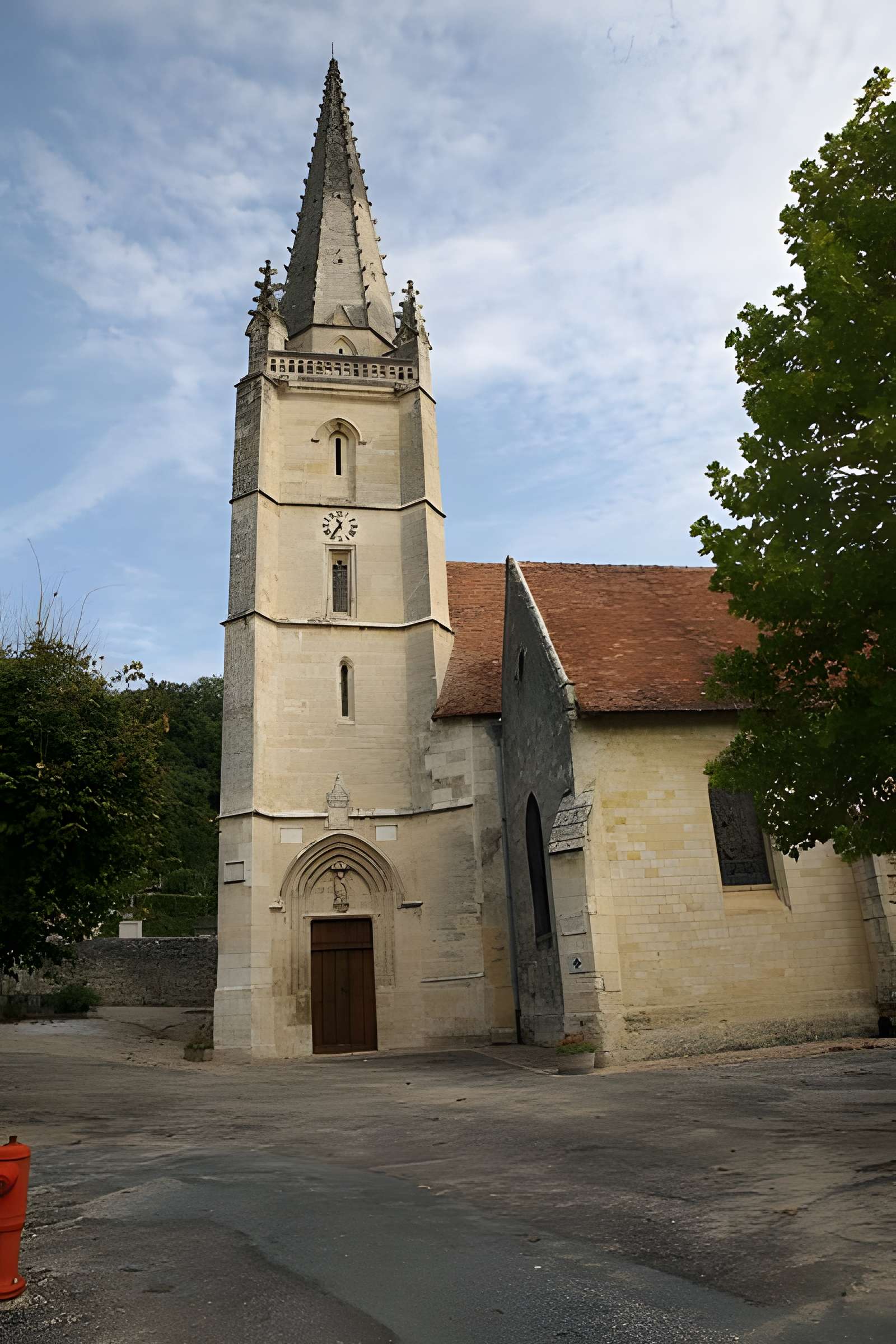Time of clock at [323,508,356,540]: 11:35
